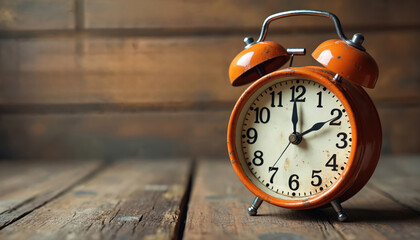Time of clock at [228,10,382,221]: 1:59
